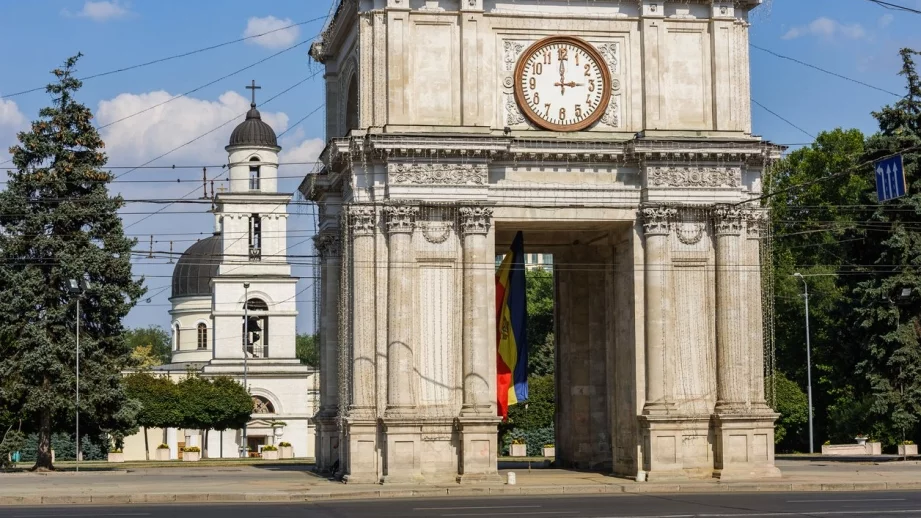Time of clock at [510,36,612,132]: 2:59
